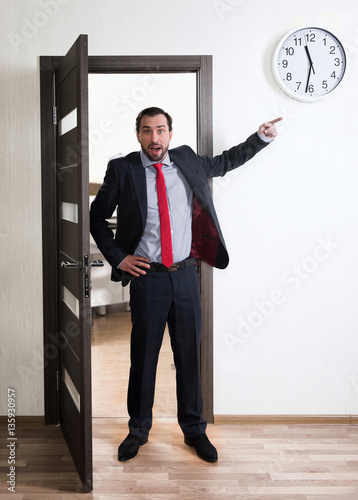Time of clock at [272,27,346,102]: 11:31
